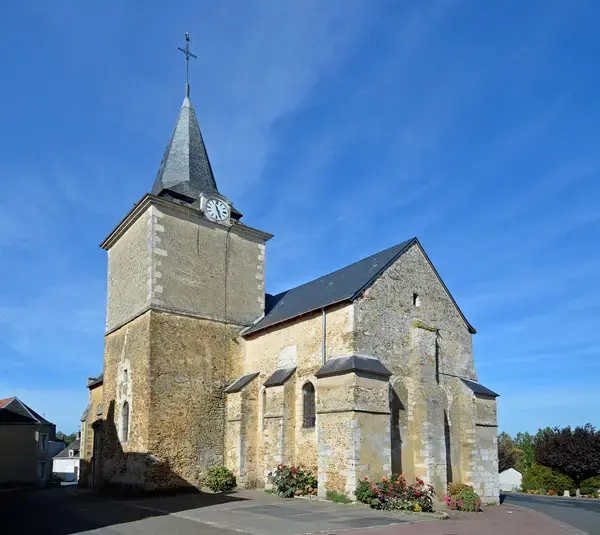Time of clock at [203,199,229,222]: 11:26
